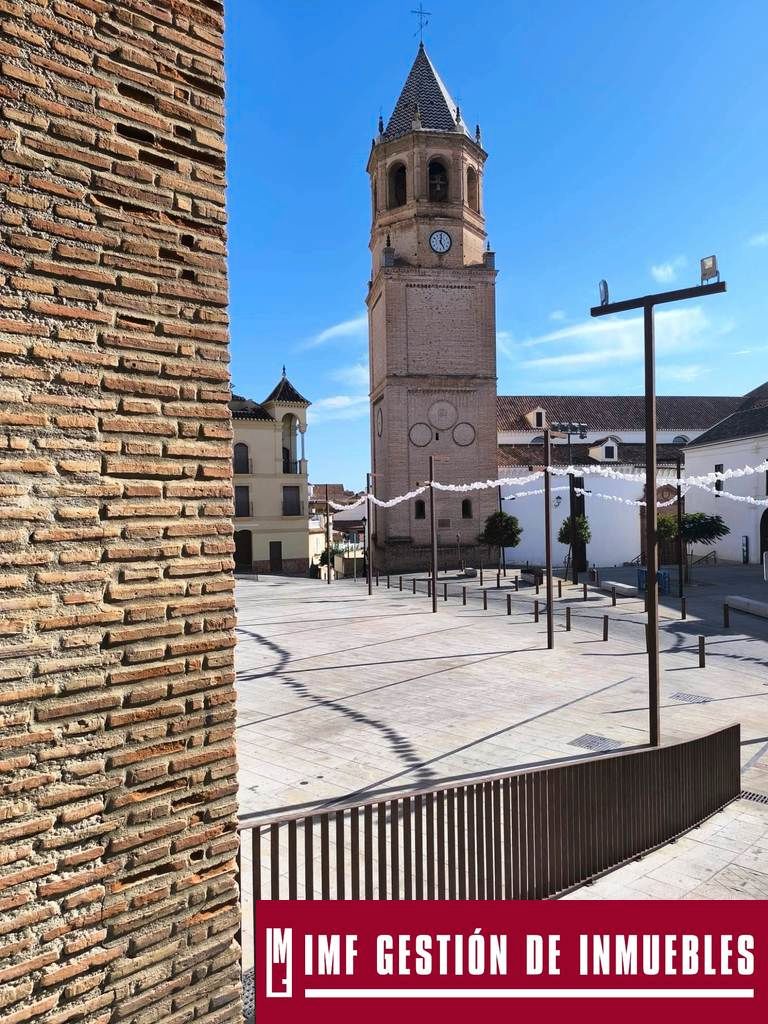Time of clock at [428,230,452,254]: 5:01
